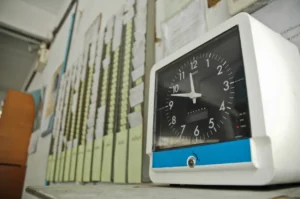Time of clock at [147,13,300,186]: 11:48
